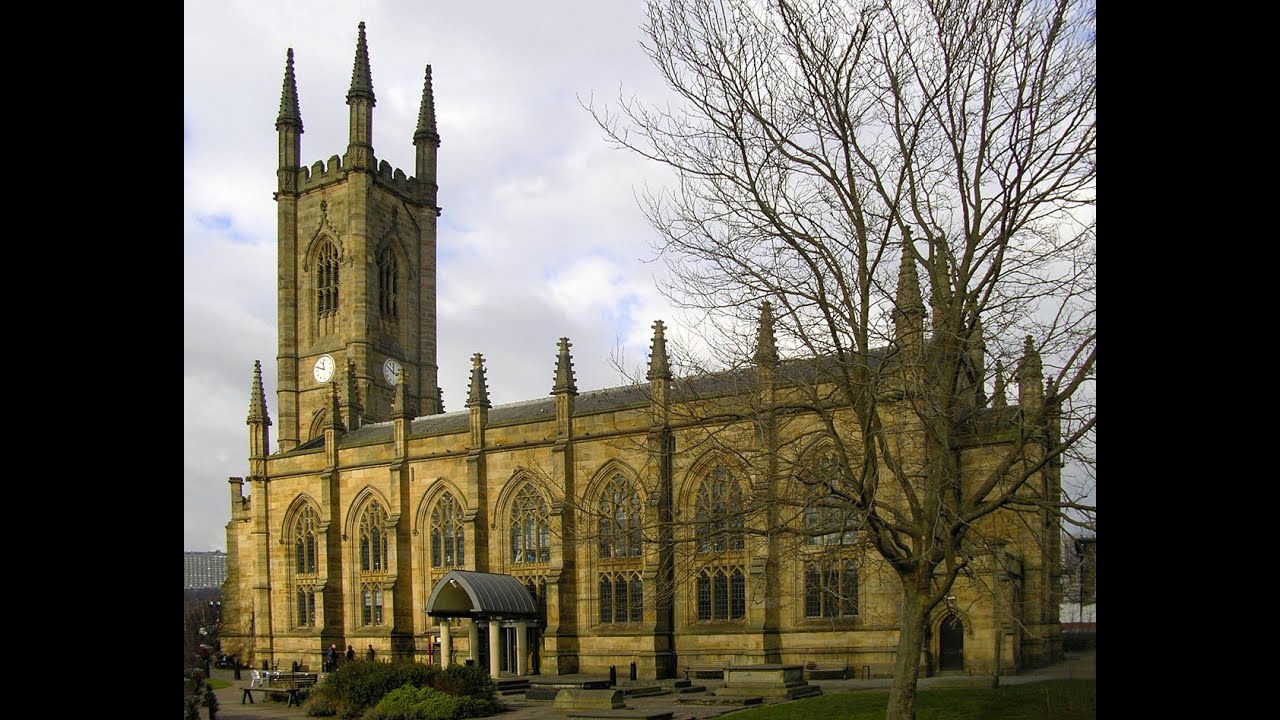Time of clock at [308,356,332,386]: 11:48
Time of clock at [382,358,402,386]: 11:50
